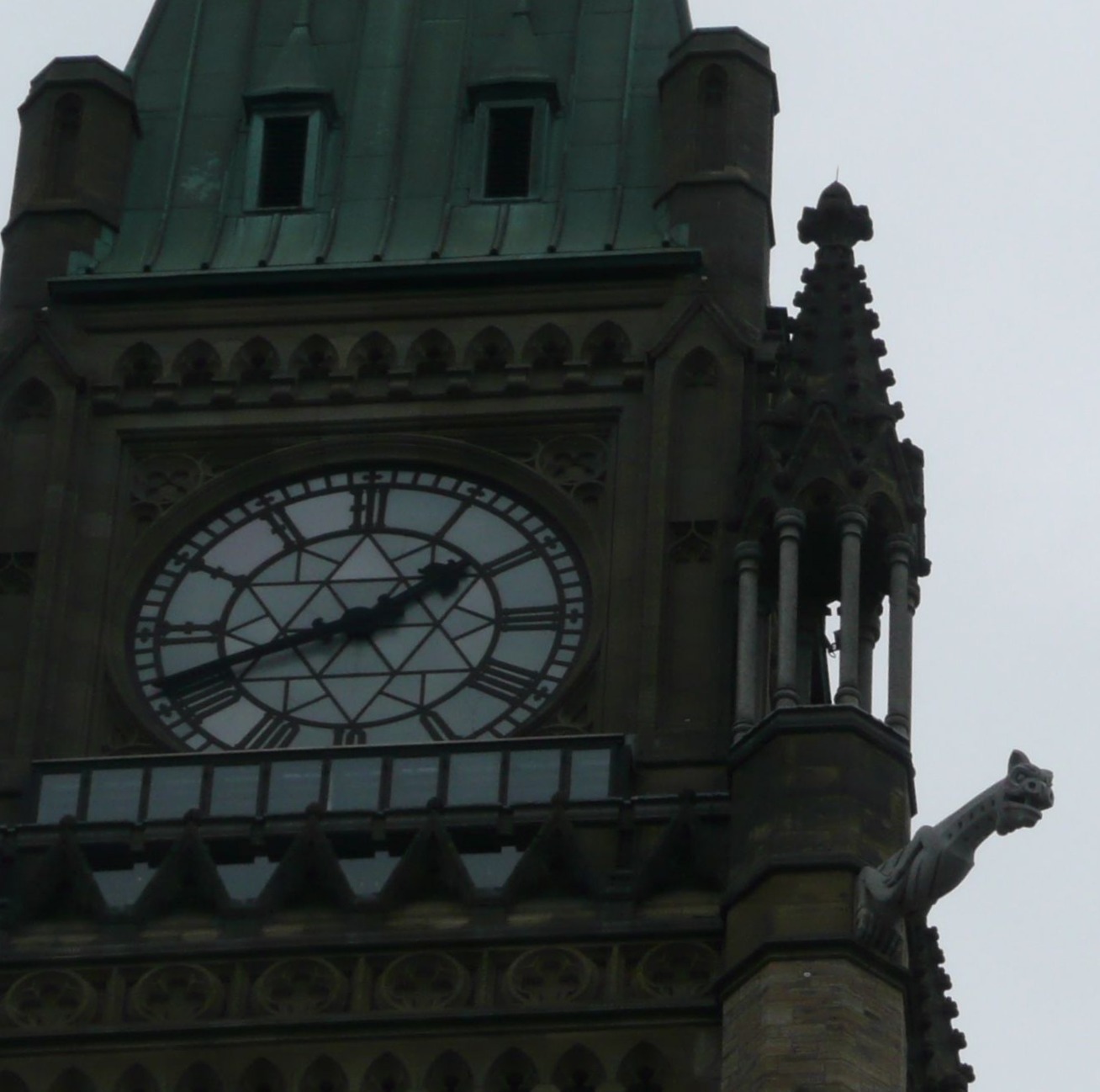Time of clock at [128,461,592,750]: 1:41
